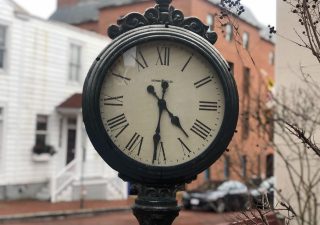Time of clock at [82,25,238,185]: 4:31
